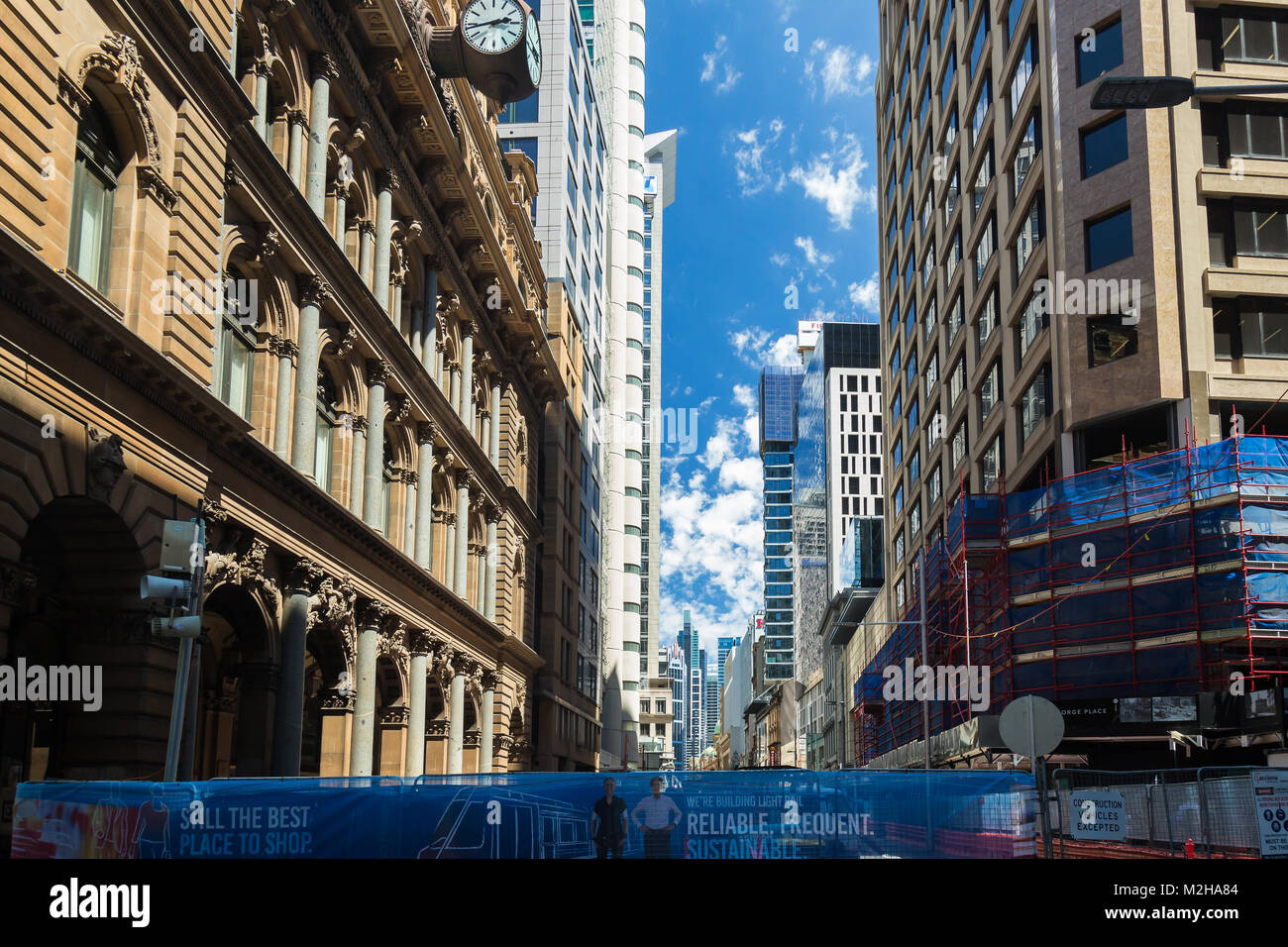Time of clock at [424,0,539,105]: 2:43
